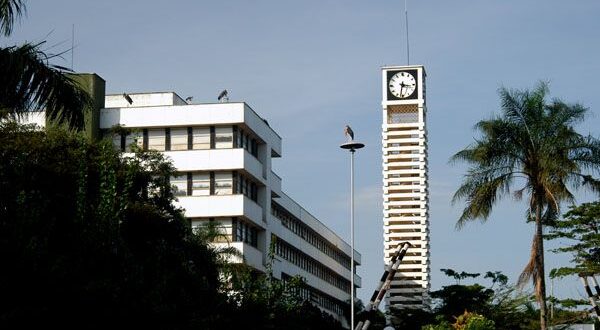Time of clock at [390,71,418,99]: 3:31
